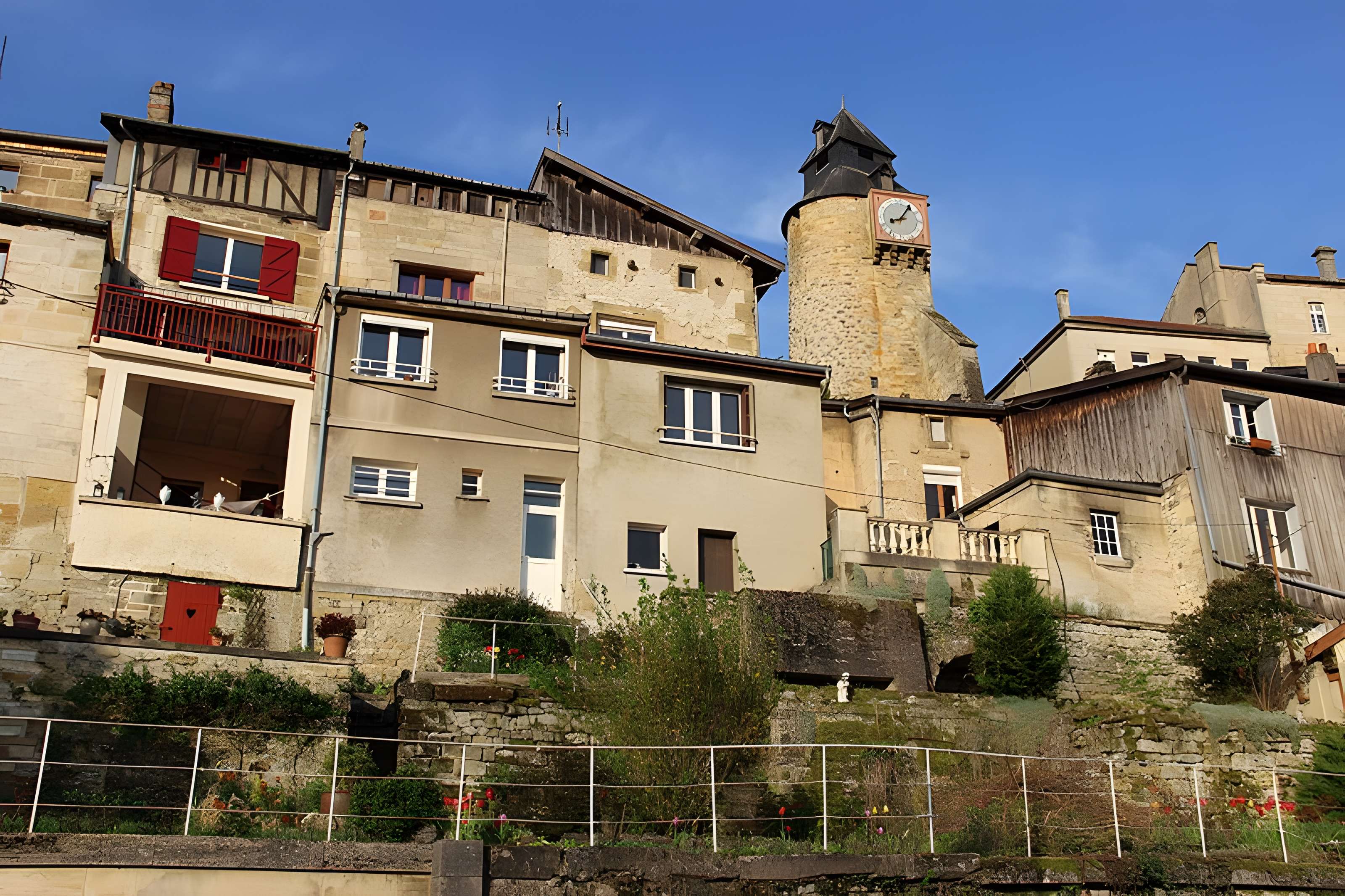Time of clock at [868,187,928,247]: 8:05
